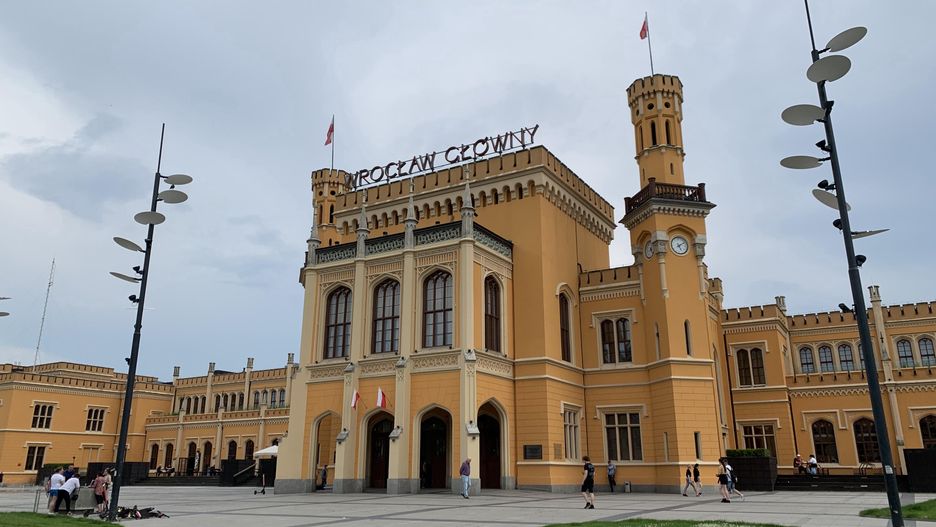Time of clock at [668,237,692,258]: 5:09
